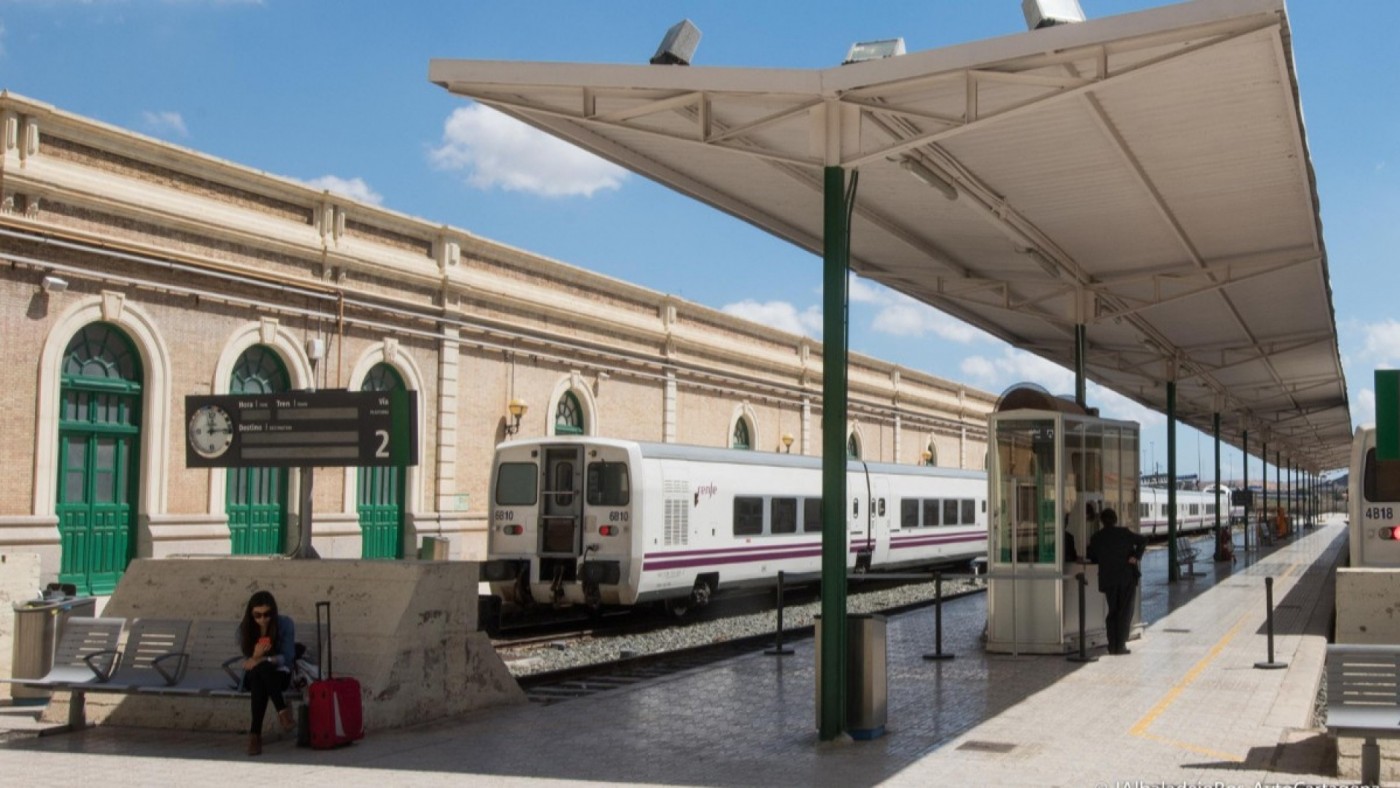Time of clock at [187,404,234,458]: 12:14
